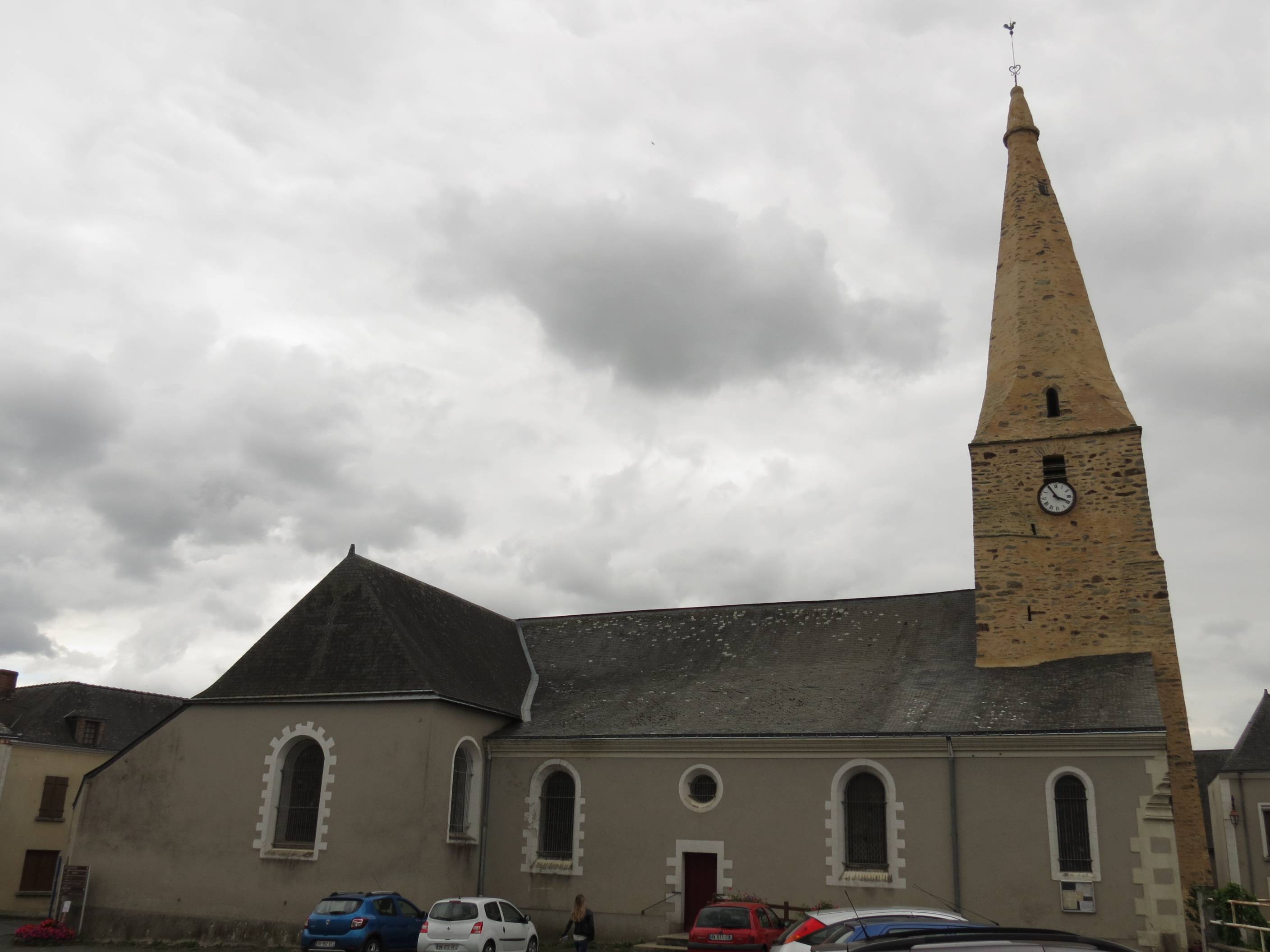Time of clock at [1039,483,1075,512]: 3:54
